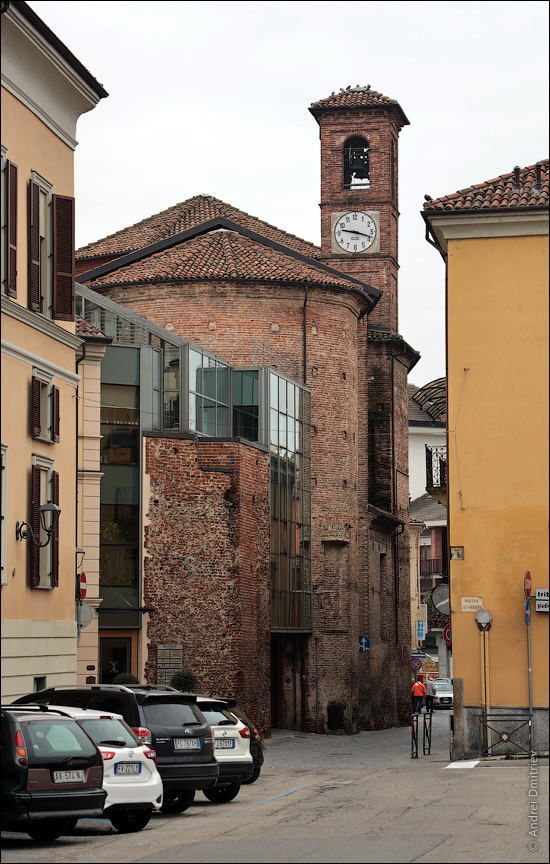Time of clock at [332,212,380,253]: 9:18
